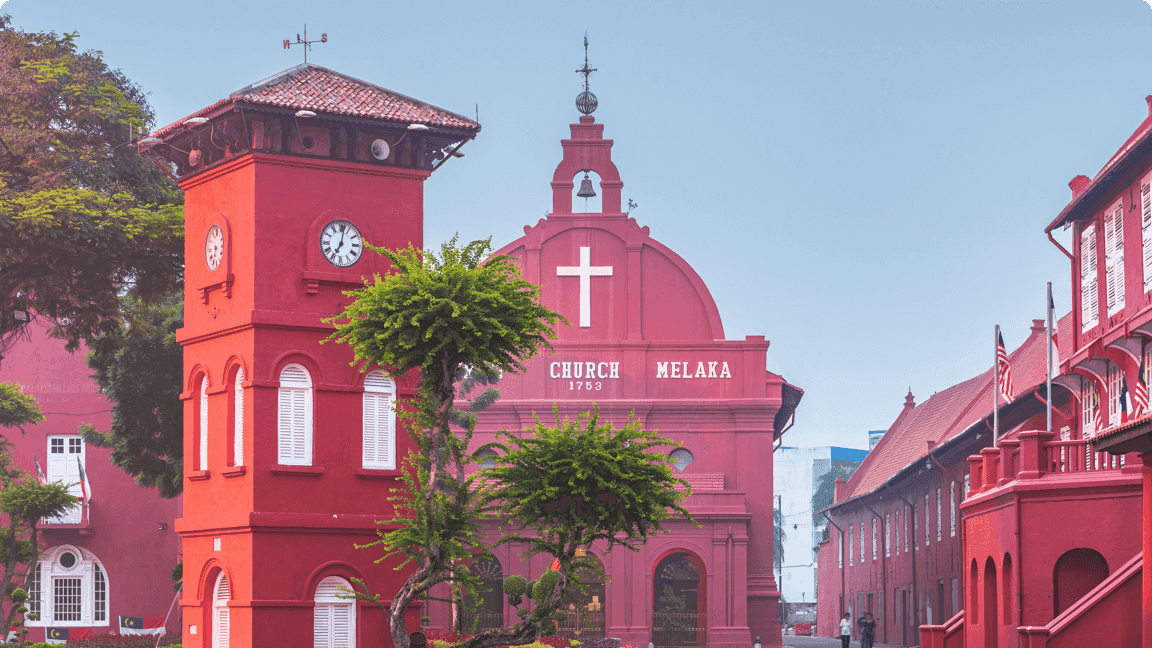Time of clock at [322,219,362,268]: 7:01
